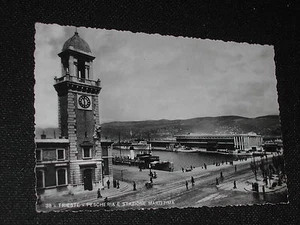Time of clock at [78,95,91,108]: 11:31
